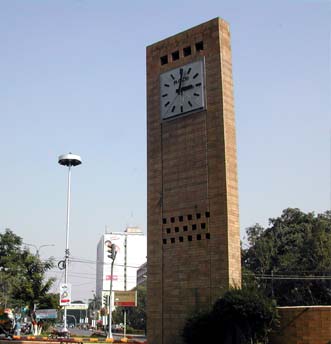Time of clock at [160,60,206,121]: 3:01
